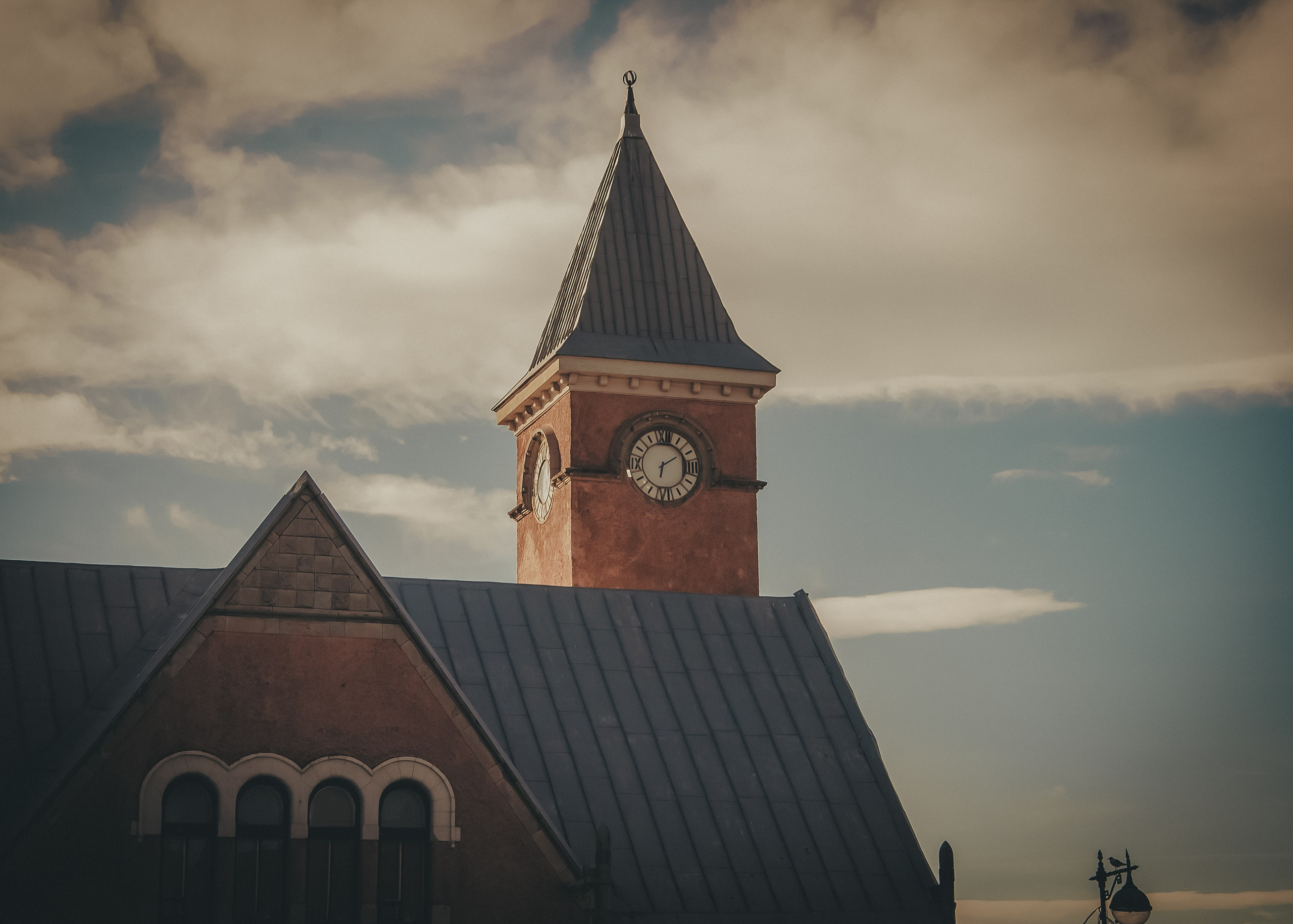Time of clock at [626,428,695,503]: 6:09
